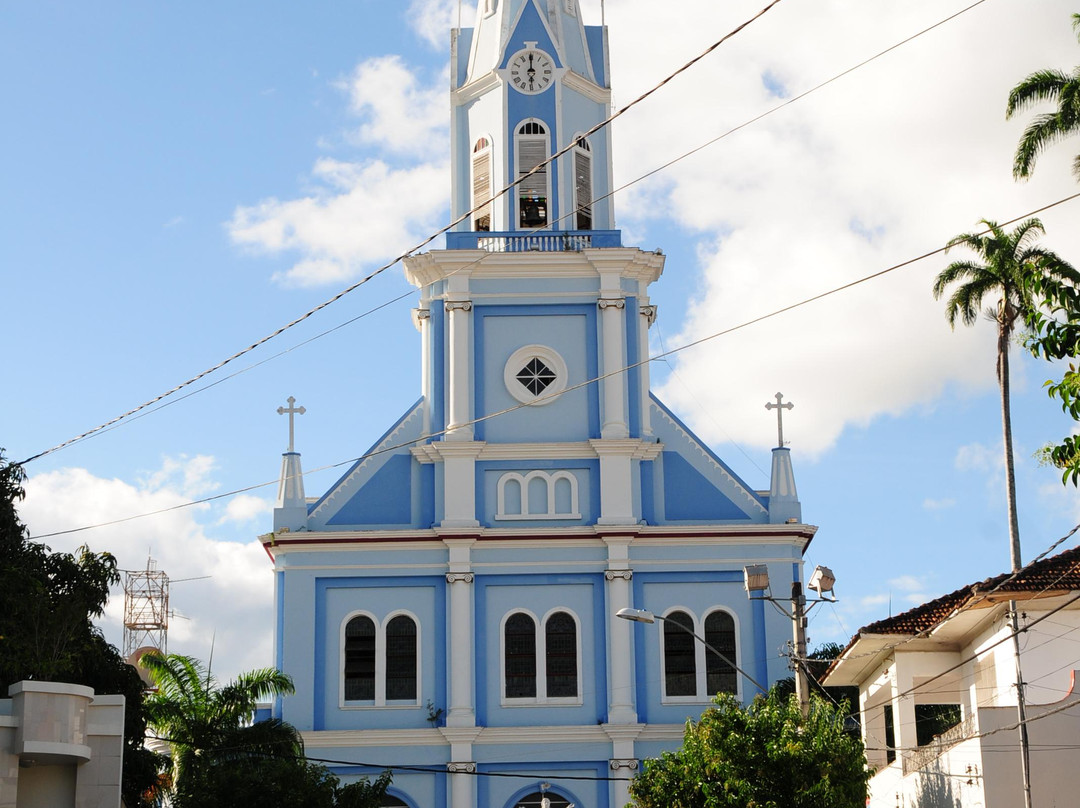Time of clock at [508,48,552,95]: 5:59
